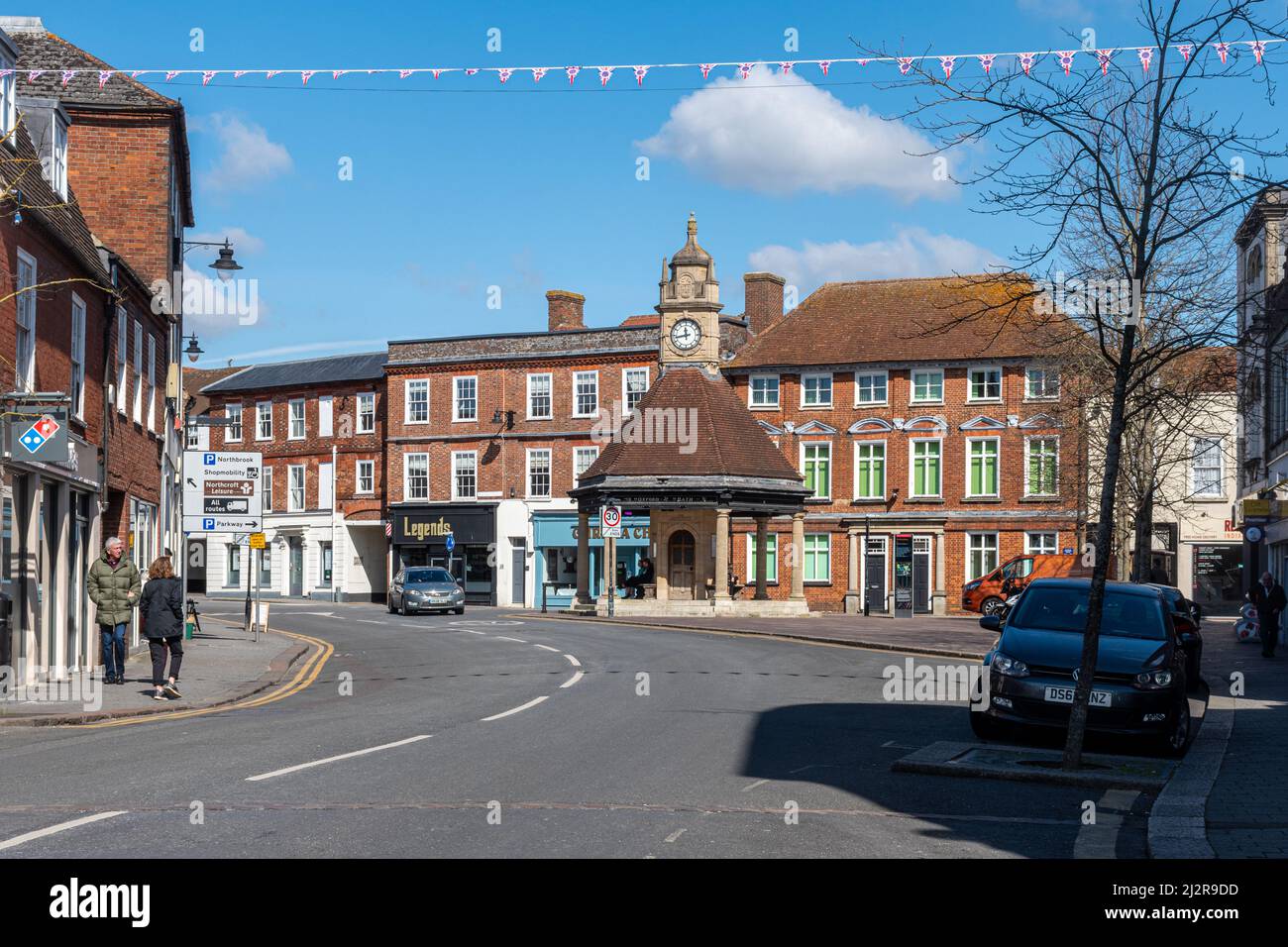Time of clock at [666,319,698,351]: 11:43
